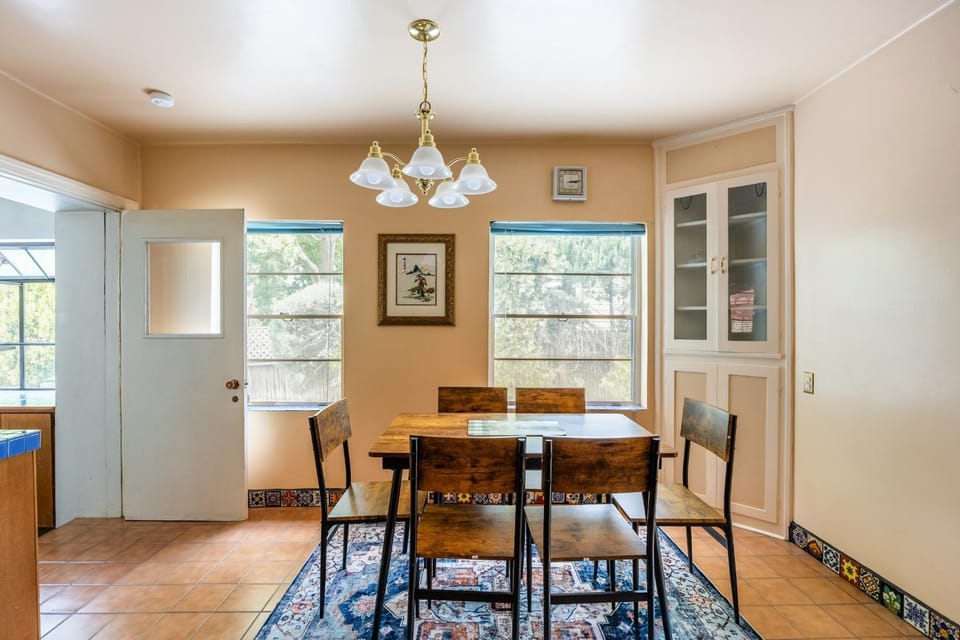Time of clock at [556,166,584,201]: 3:13
